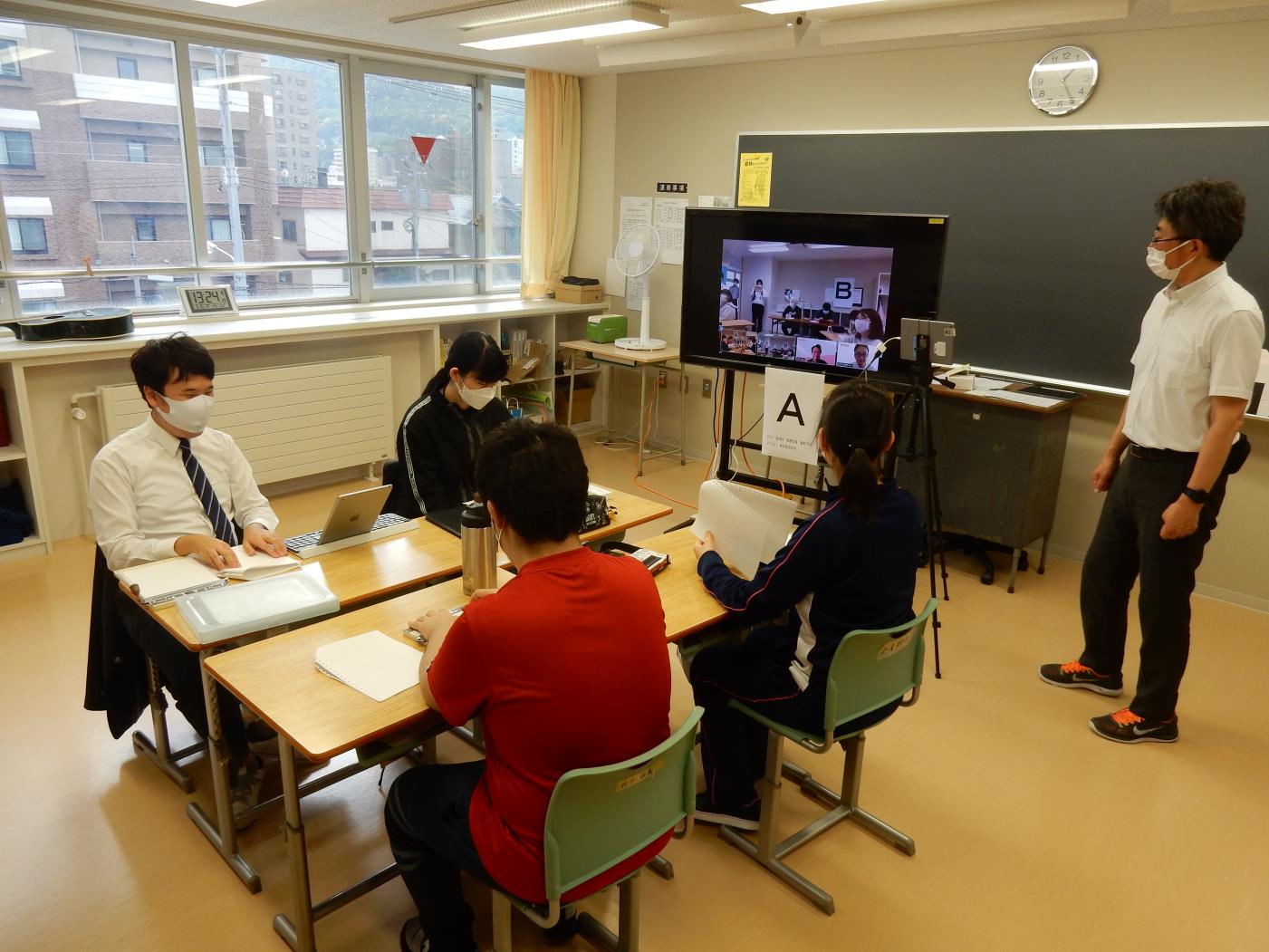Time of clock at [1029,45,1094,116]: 1:24
